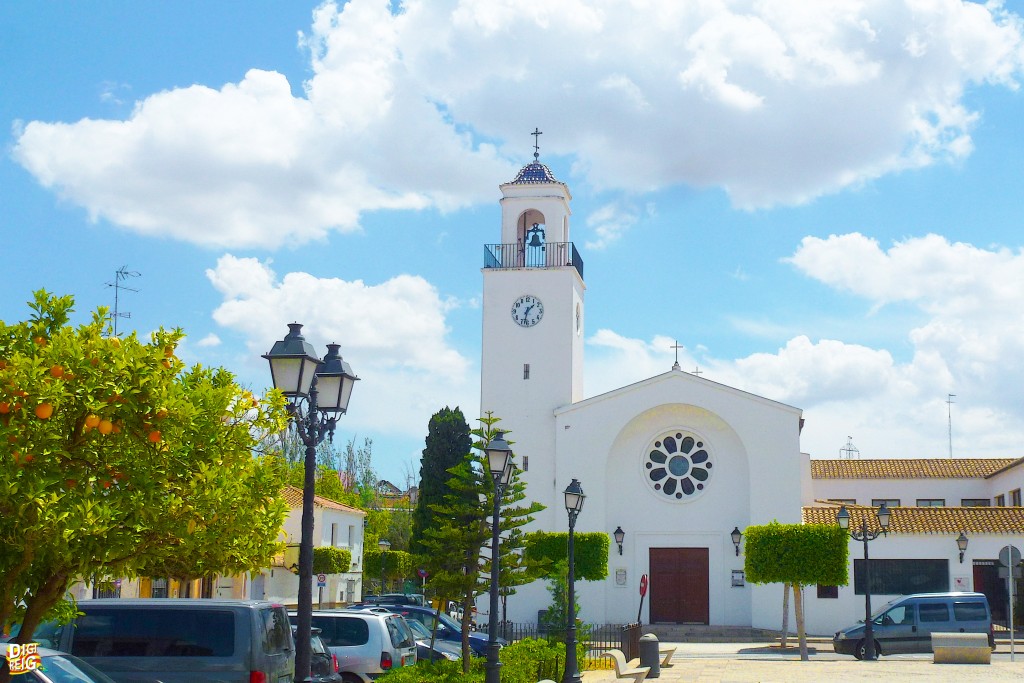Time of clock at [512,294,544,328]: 1:32
